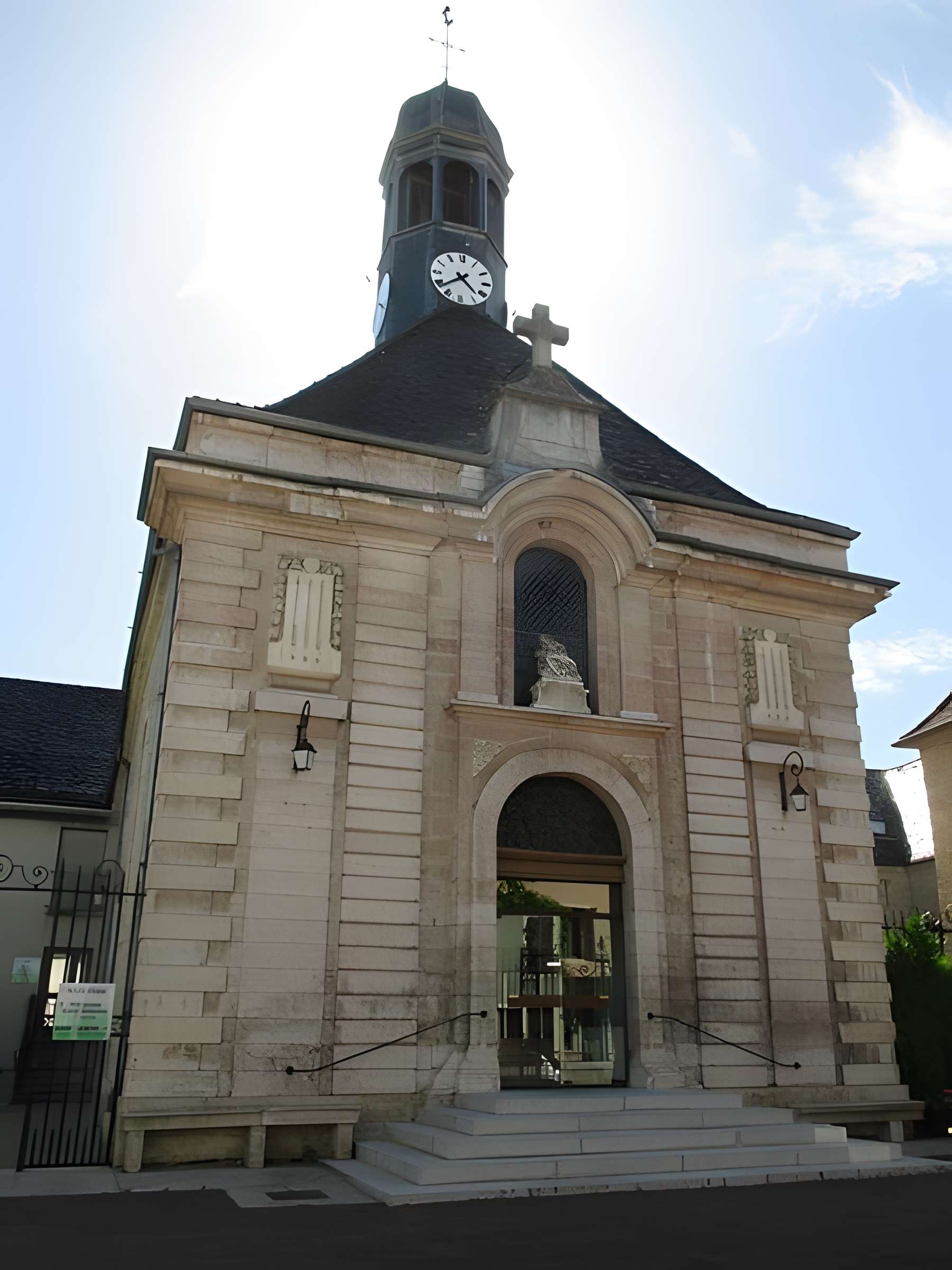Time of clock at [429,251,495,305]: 4:38
